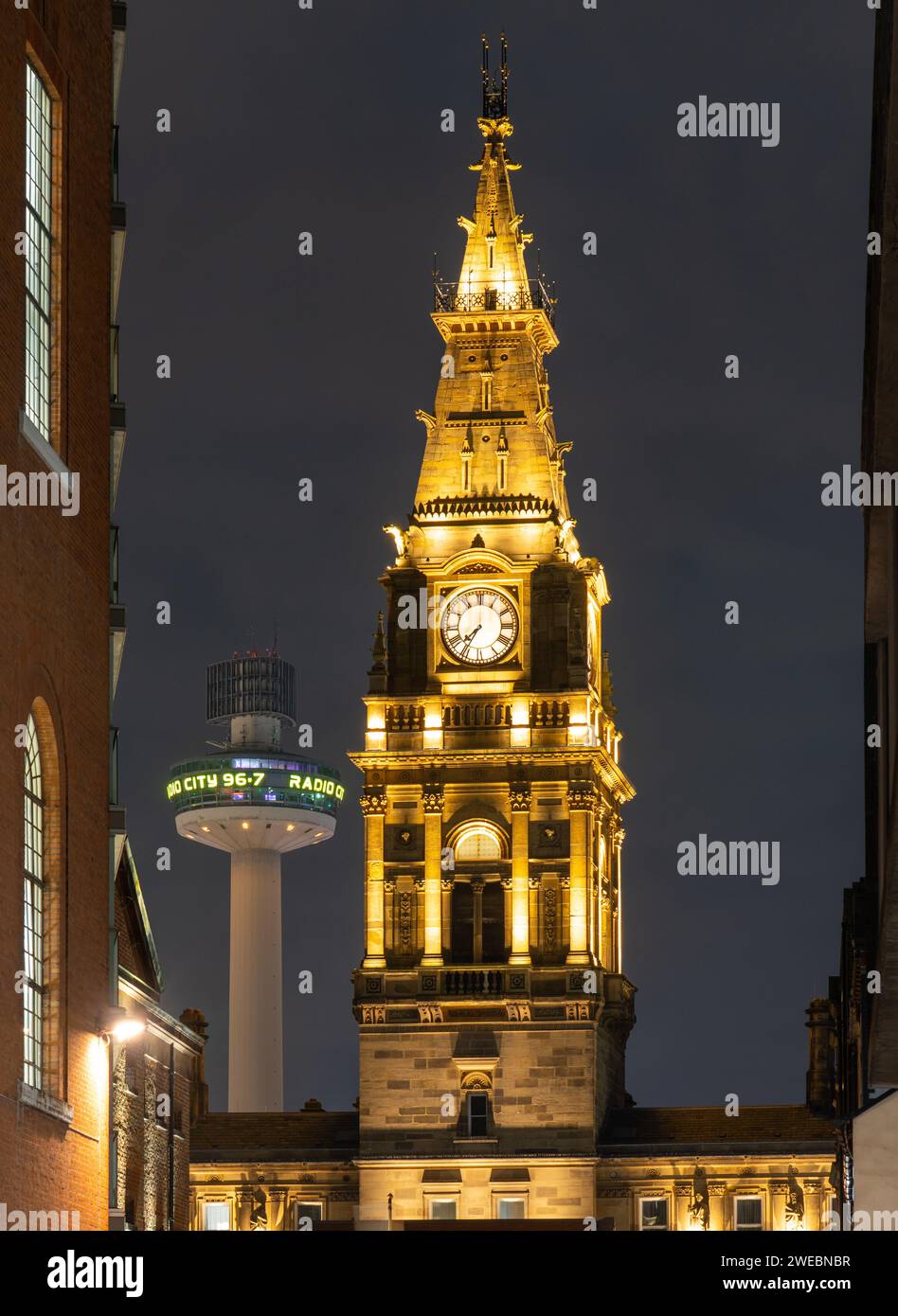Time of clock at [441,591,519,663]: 7:35
